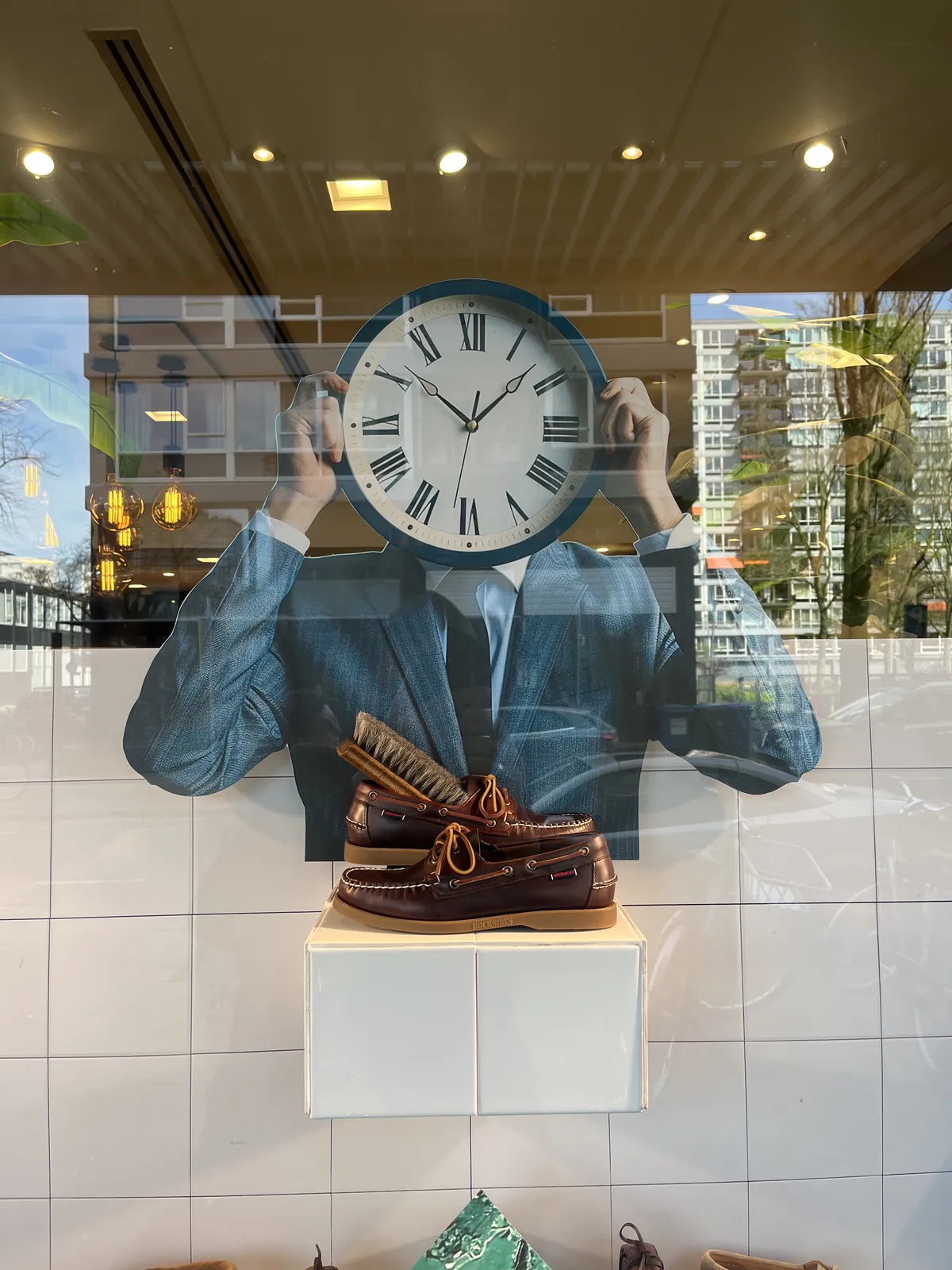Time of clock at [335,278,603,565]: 10:07
